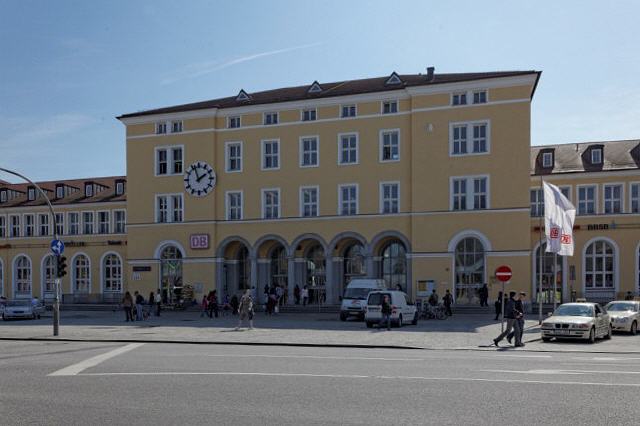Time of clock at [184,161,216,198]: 1:56
